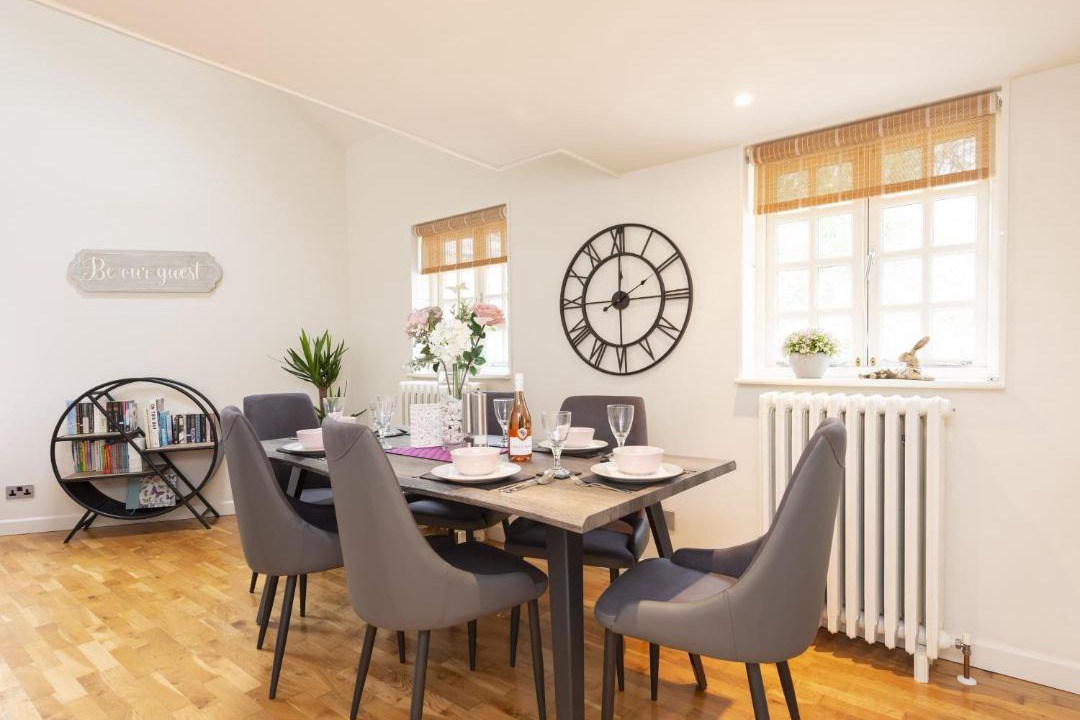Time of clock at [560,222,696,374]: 2:00
